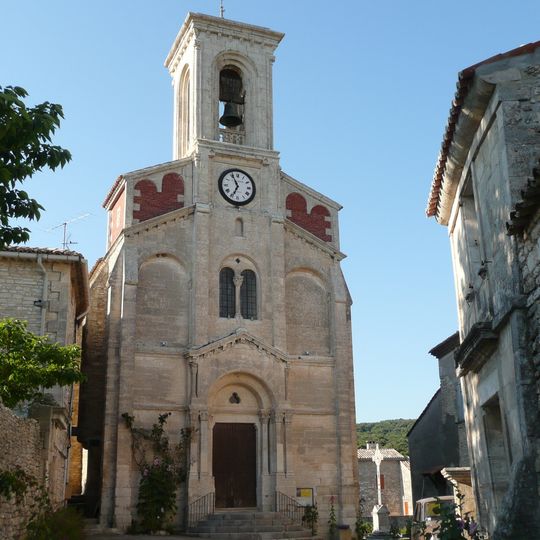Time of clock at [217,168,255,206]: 6:55
